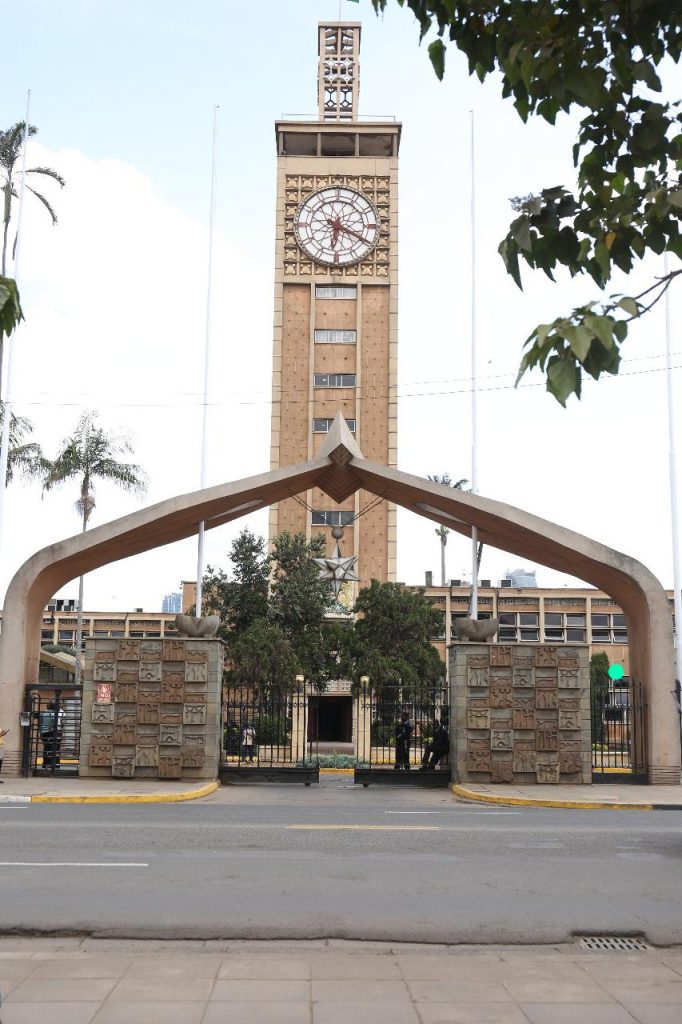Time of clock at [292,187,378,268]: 6:19
